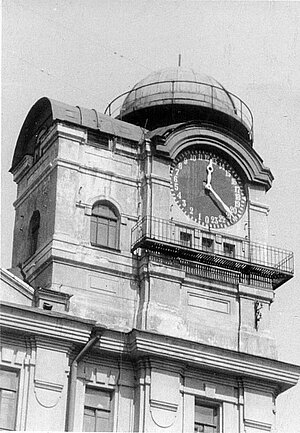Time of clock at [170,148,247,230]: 12:23
